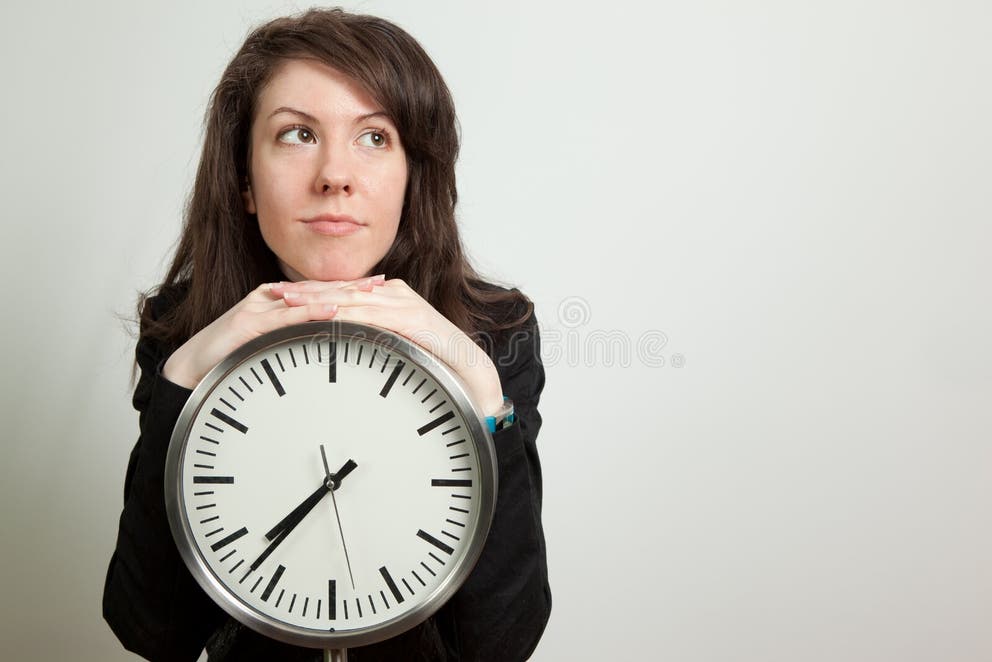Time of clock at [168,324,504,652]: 7:37
